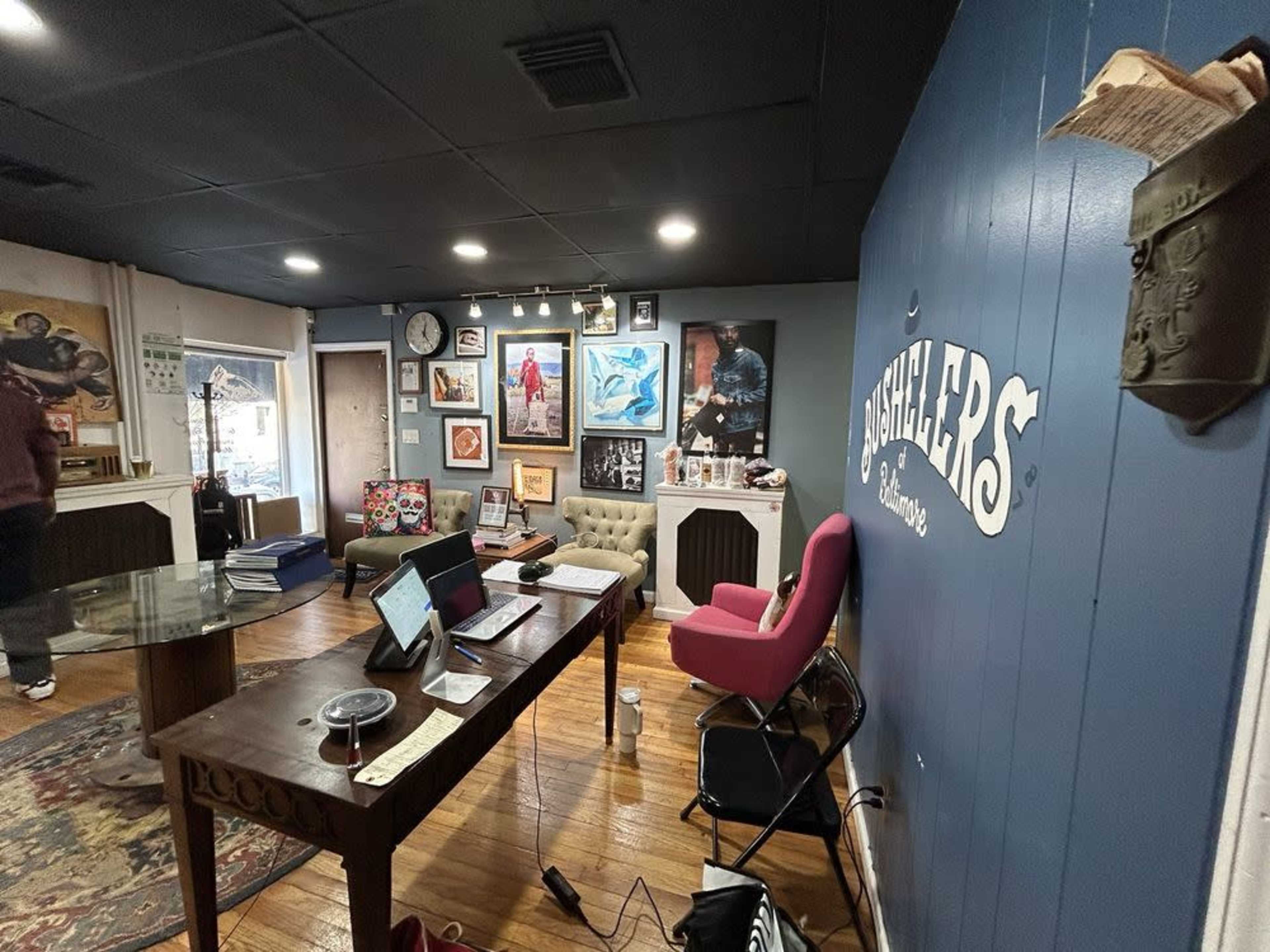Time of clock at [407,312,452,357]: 12:23
